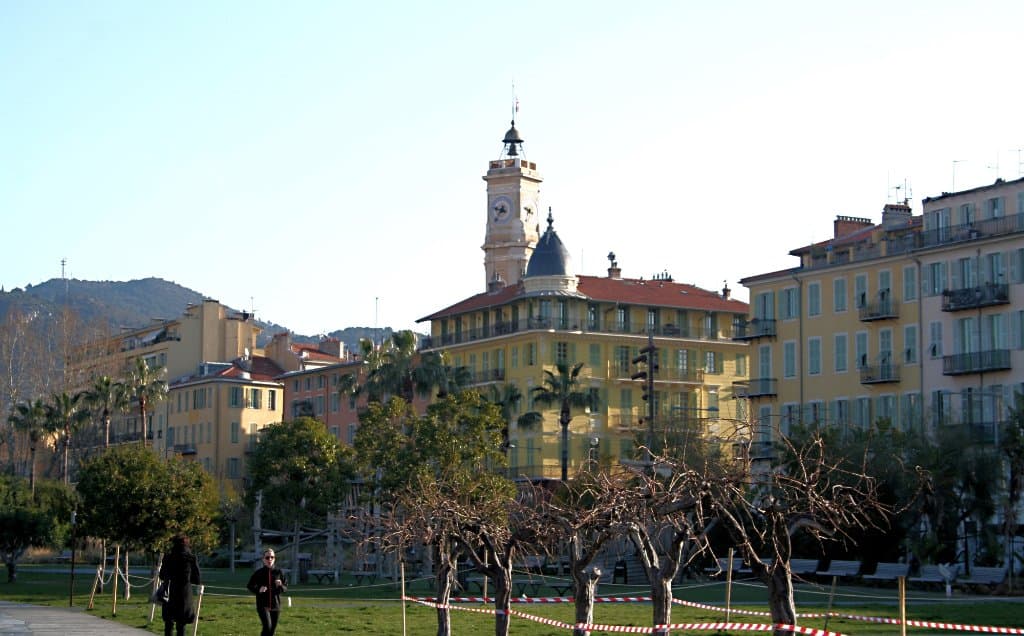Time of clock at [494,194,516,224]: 9:36
